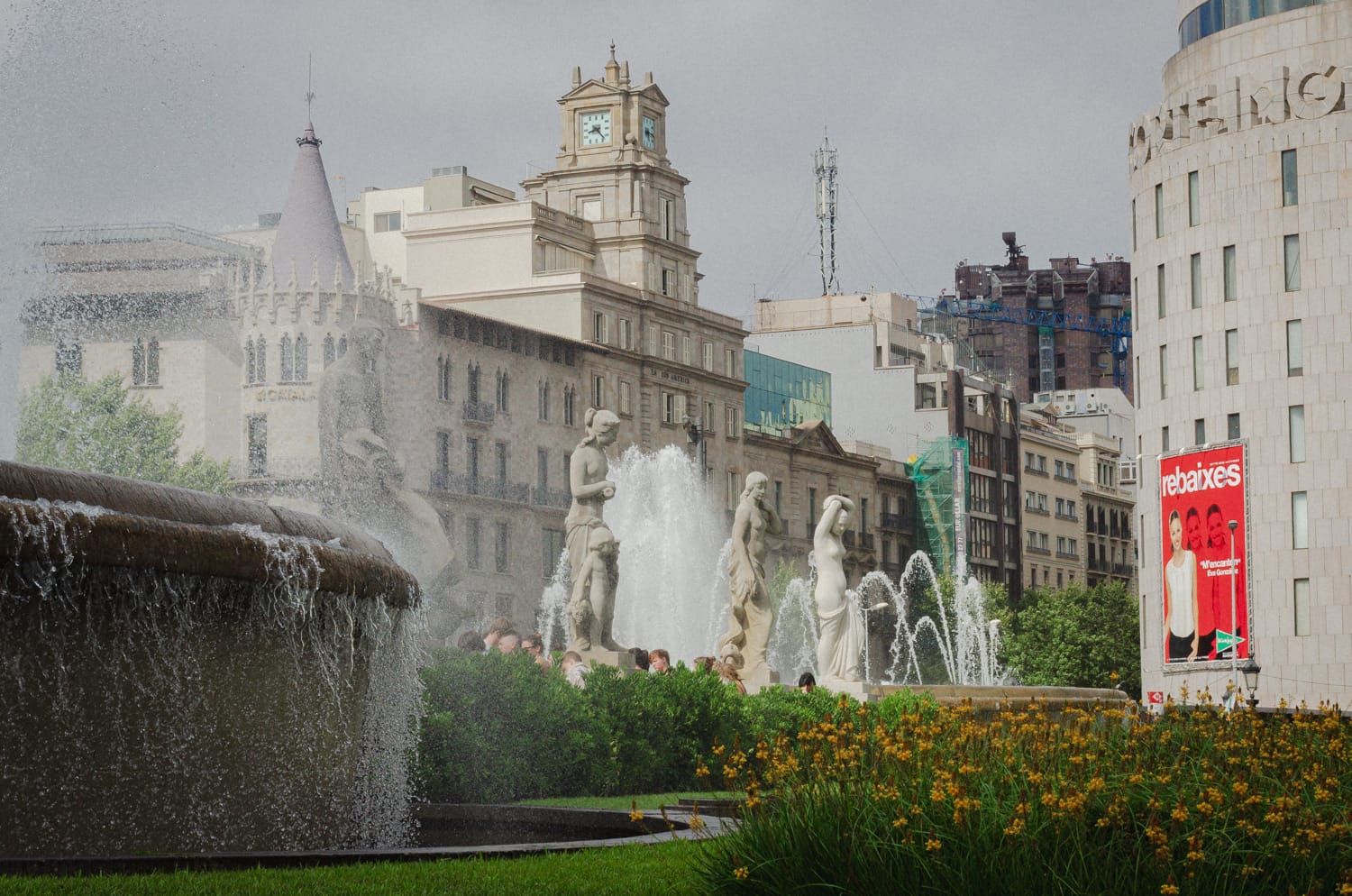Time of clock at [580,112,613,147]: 8:23
